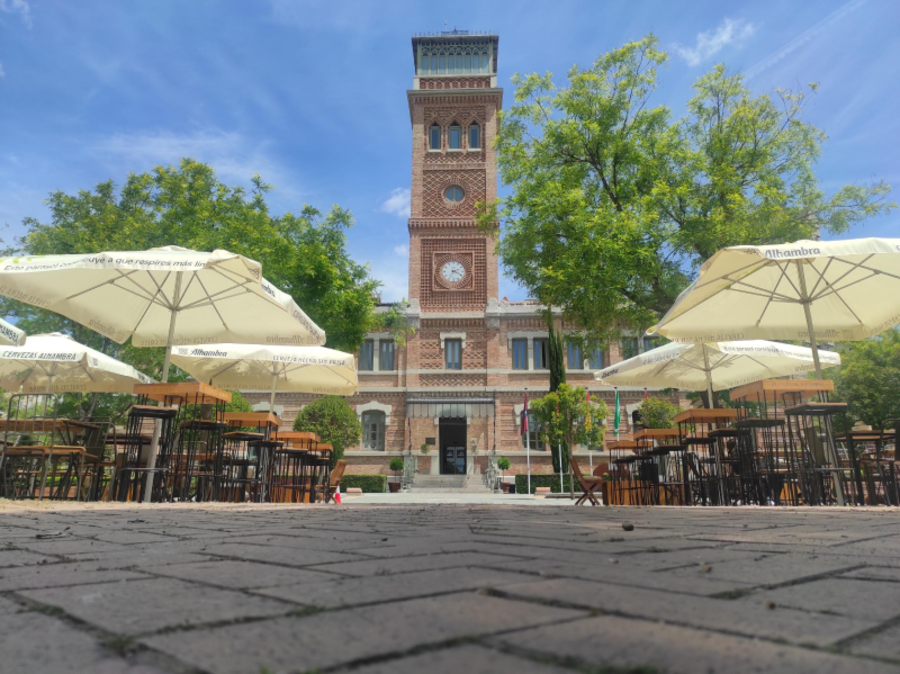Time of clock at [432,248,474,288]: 2:18
